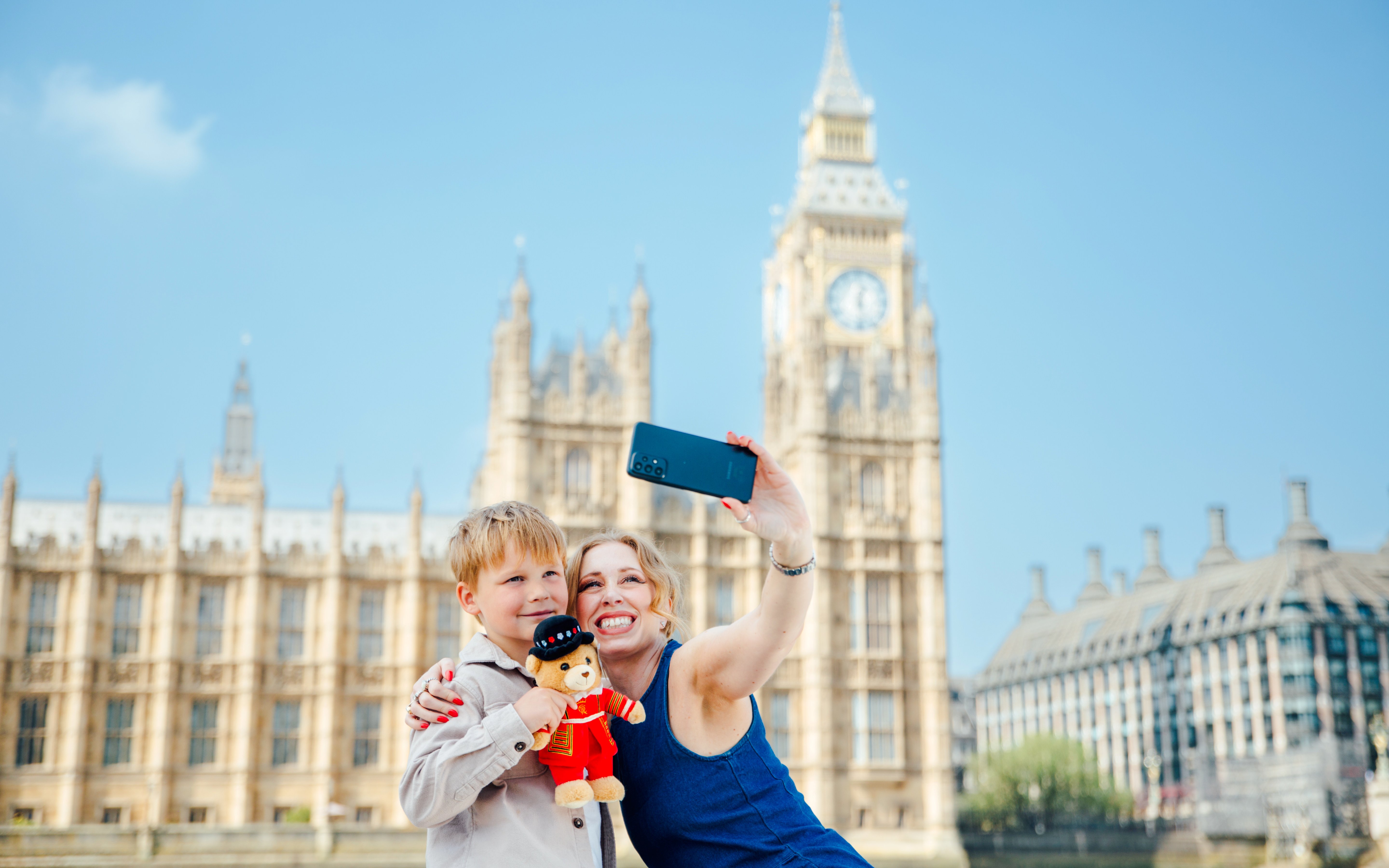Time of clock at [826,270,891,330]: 12:28
